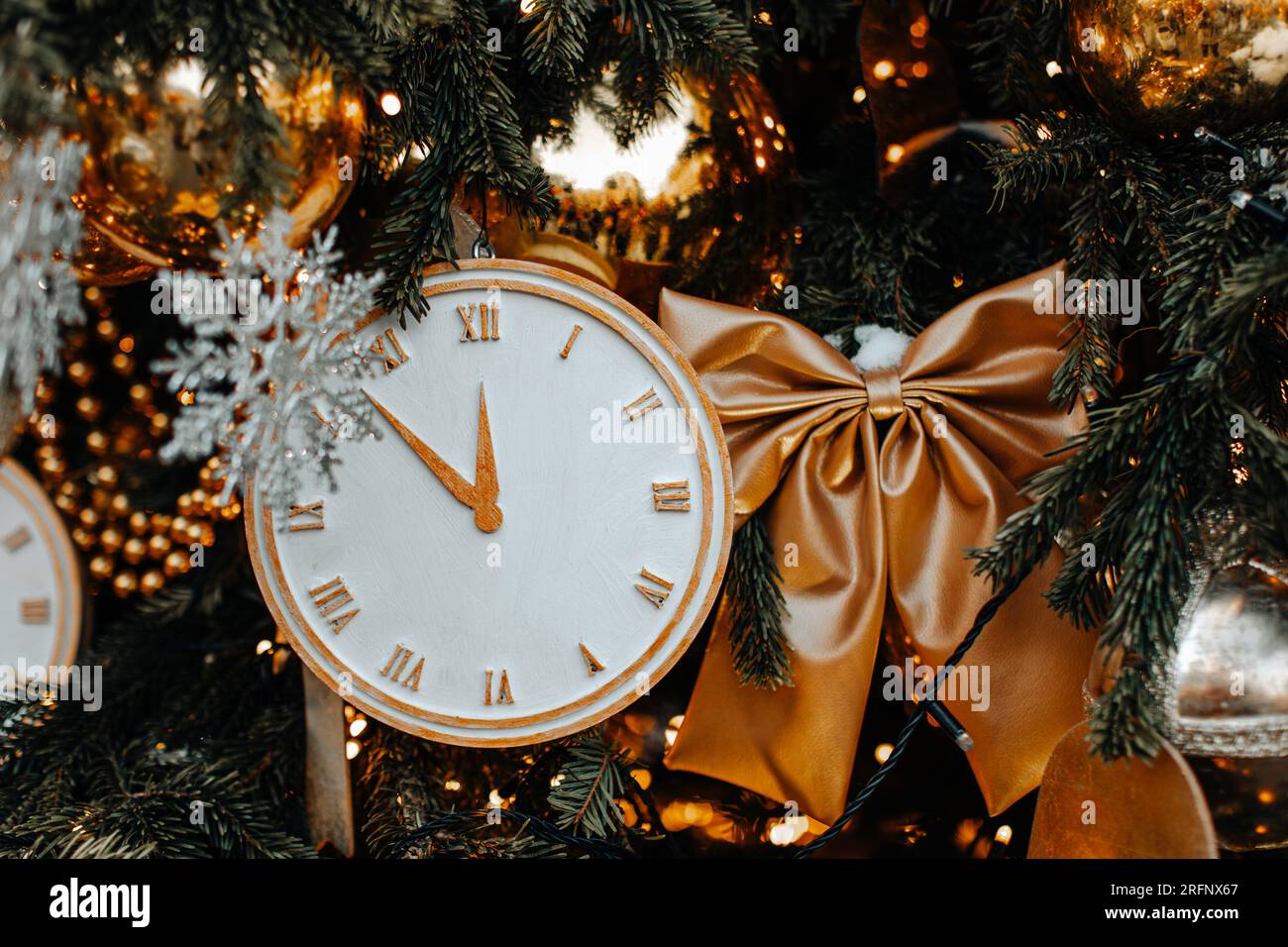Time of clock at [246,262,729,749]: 11:52
